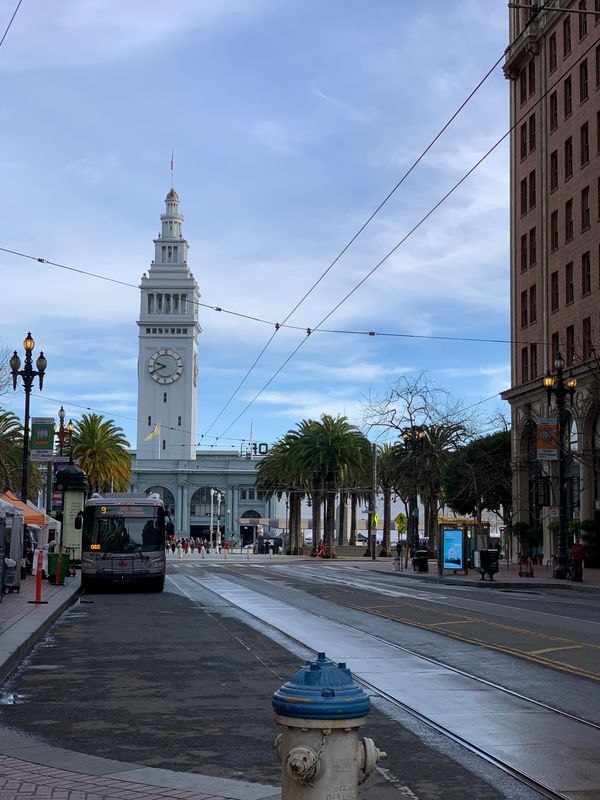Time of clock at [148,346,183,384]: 9:41
